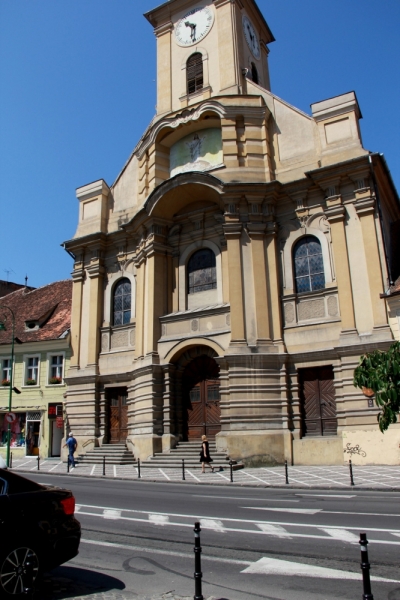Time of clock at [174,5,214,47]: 10:31
